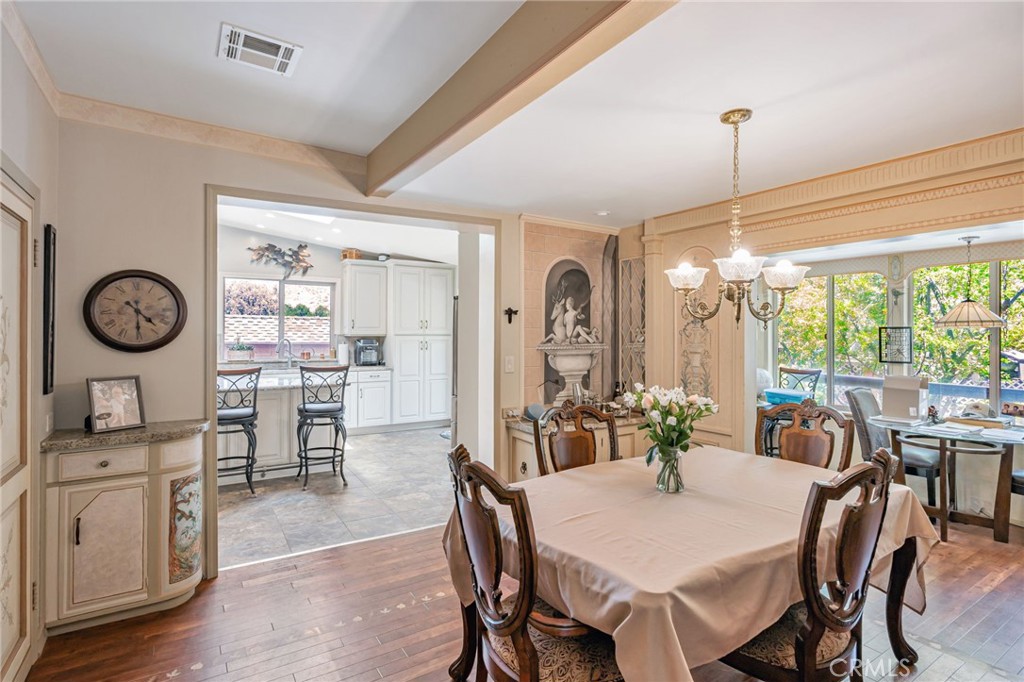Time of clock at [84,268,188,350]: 4:30
